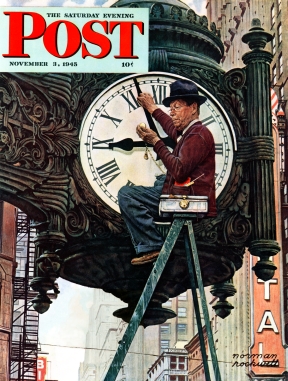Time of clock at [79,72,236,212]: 8:56
